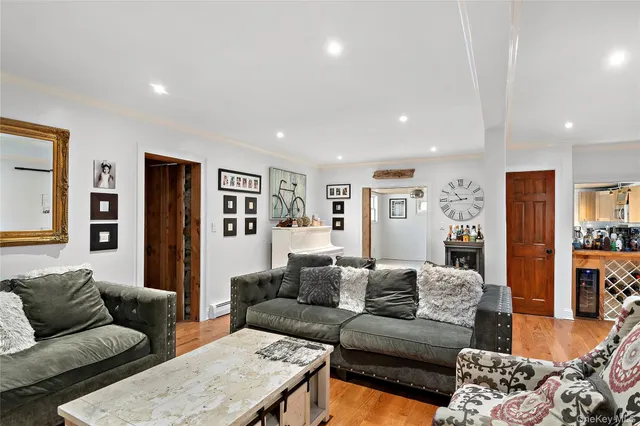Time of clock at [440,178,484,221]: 10:43
